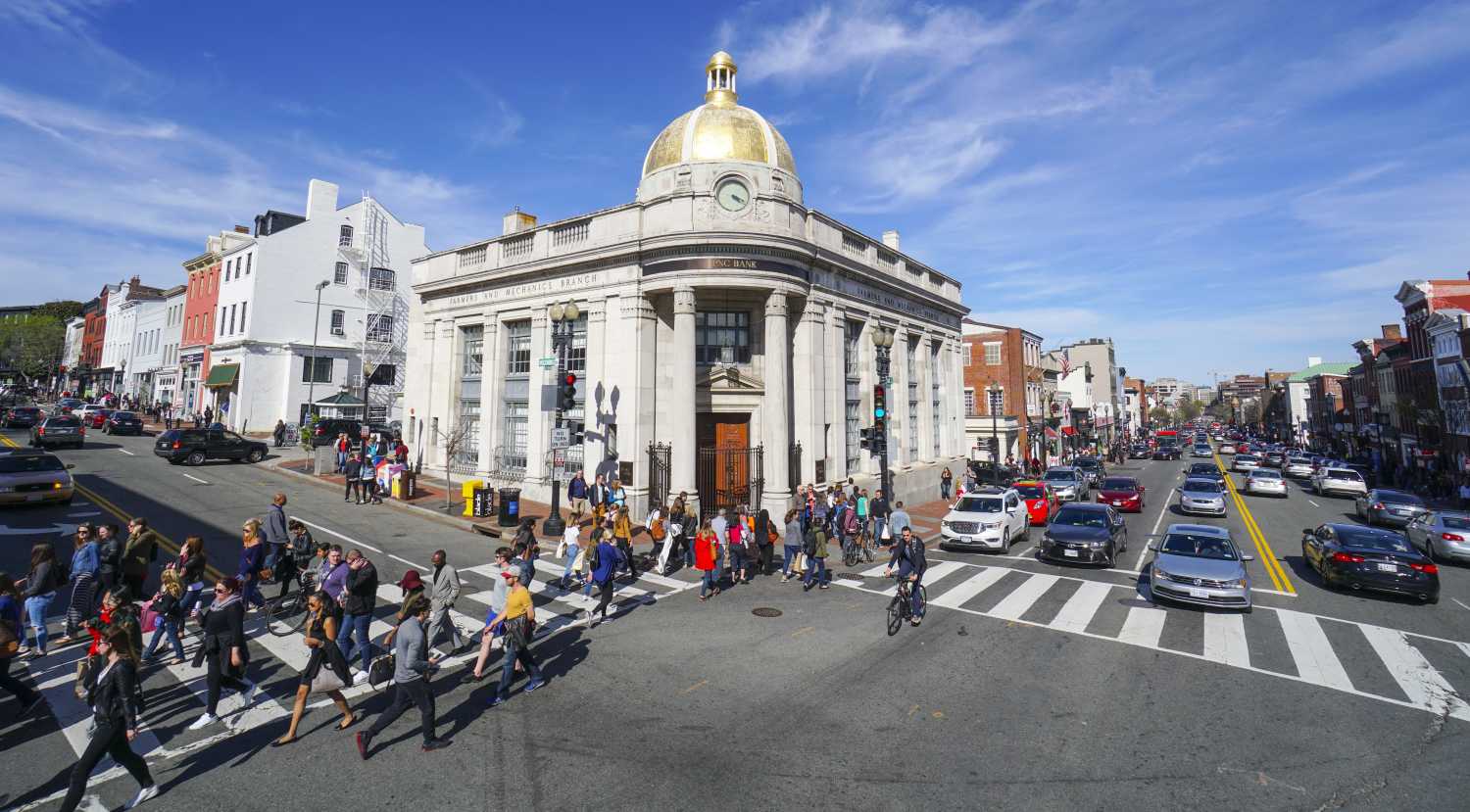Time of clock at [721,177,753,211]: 4:18
